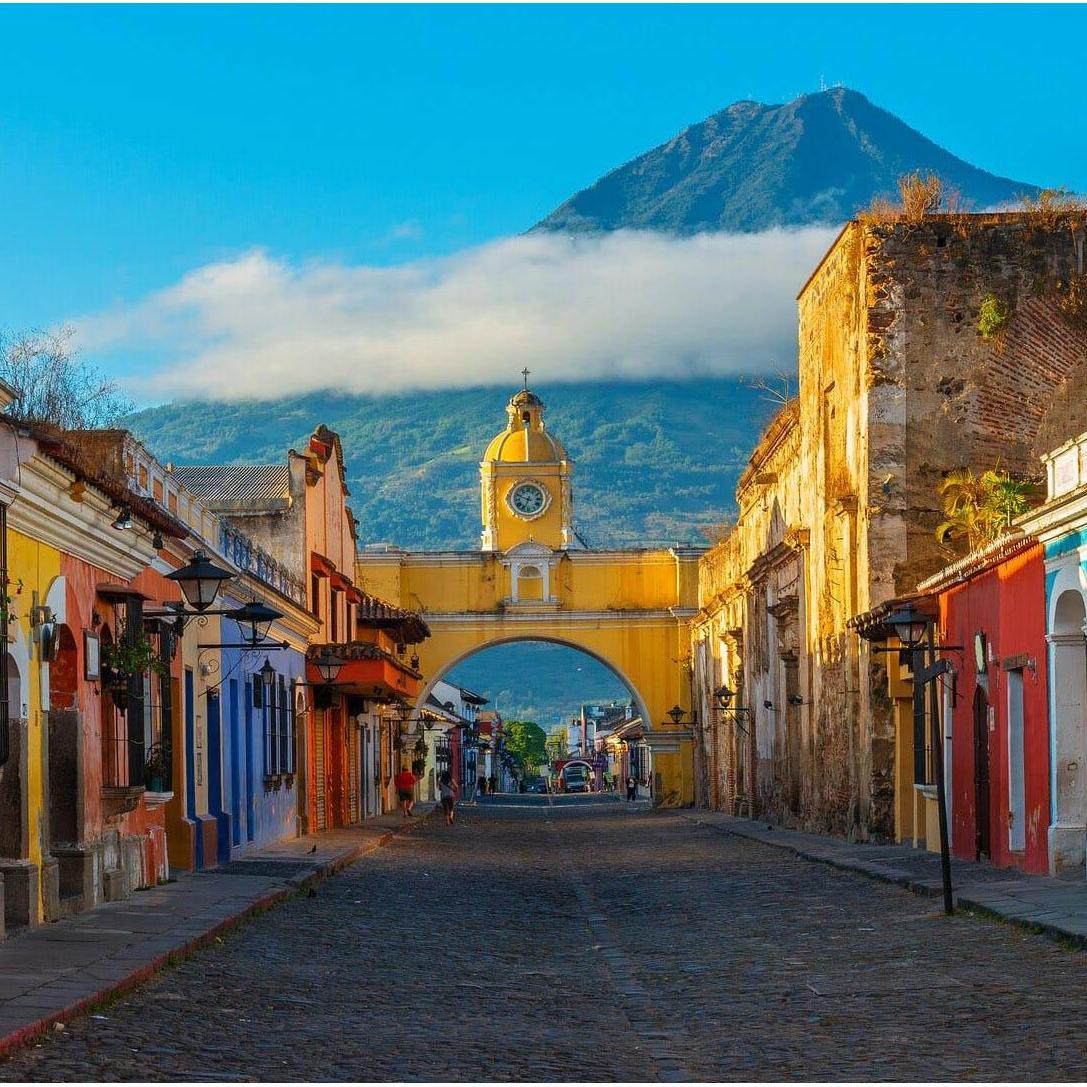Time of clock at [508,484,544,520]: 6:48
